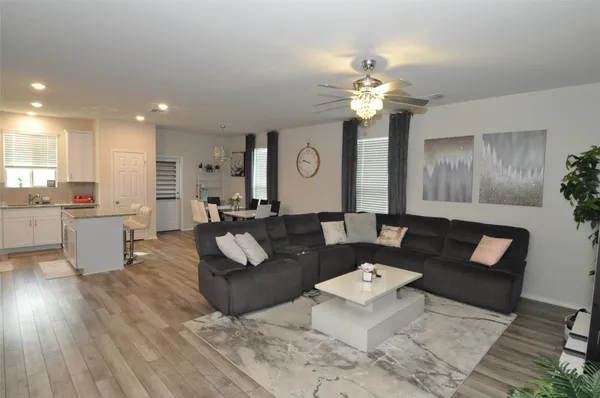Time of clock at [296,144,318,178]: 9:47
